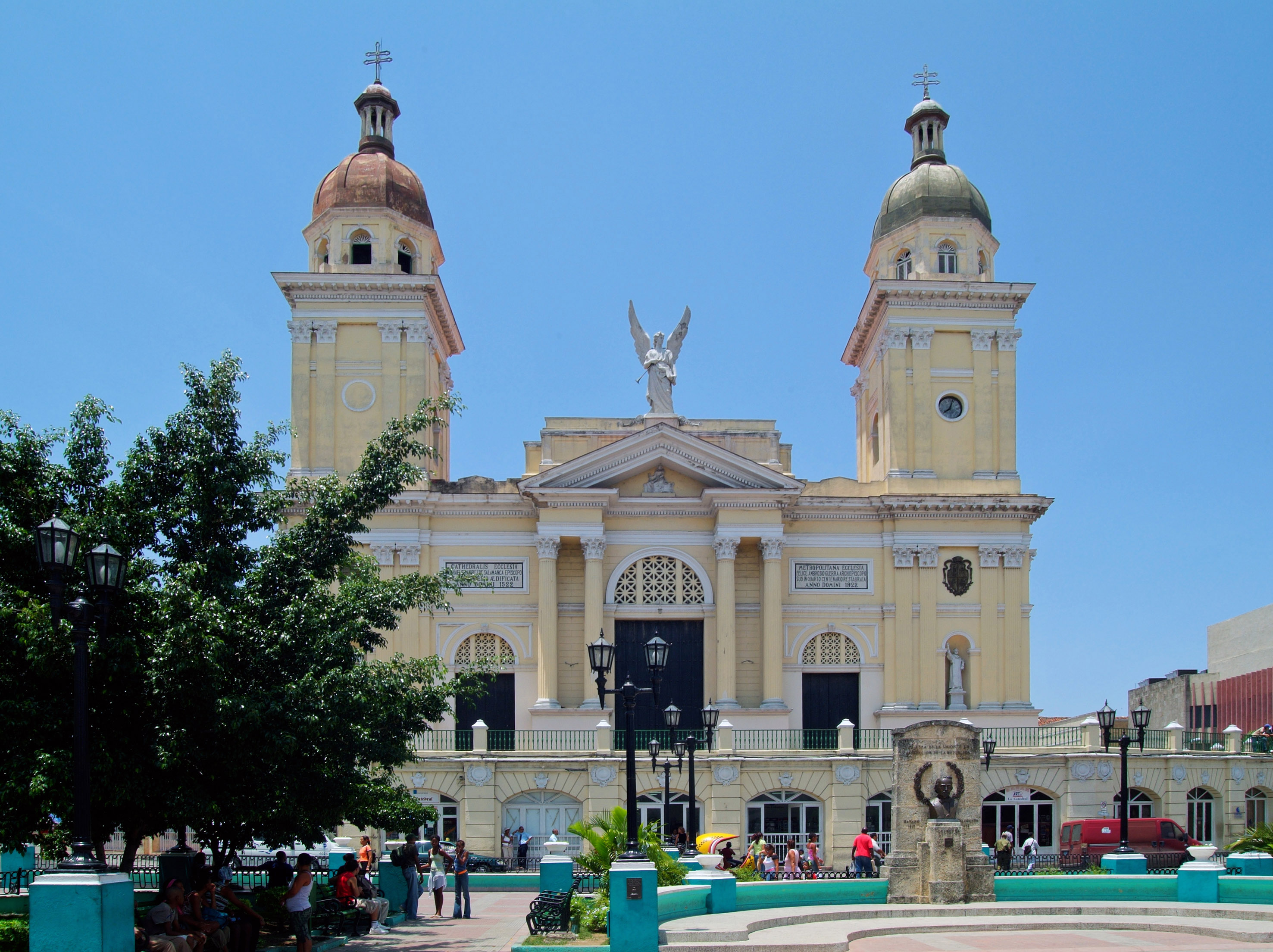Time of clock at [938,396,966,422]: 8:03
